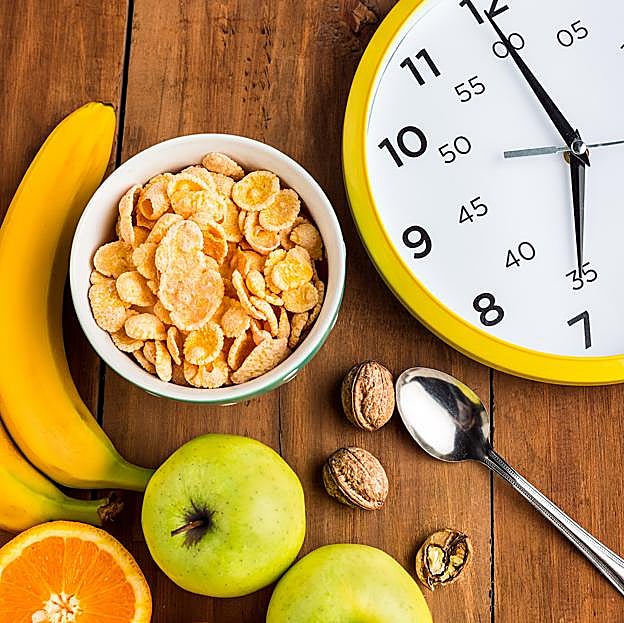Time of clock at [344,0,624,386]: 5:54
